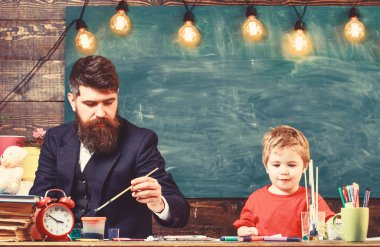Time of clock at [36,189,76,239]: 3:50
